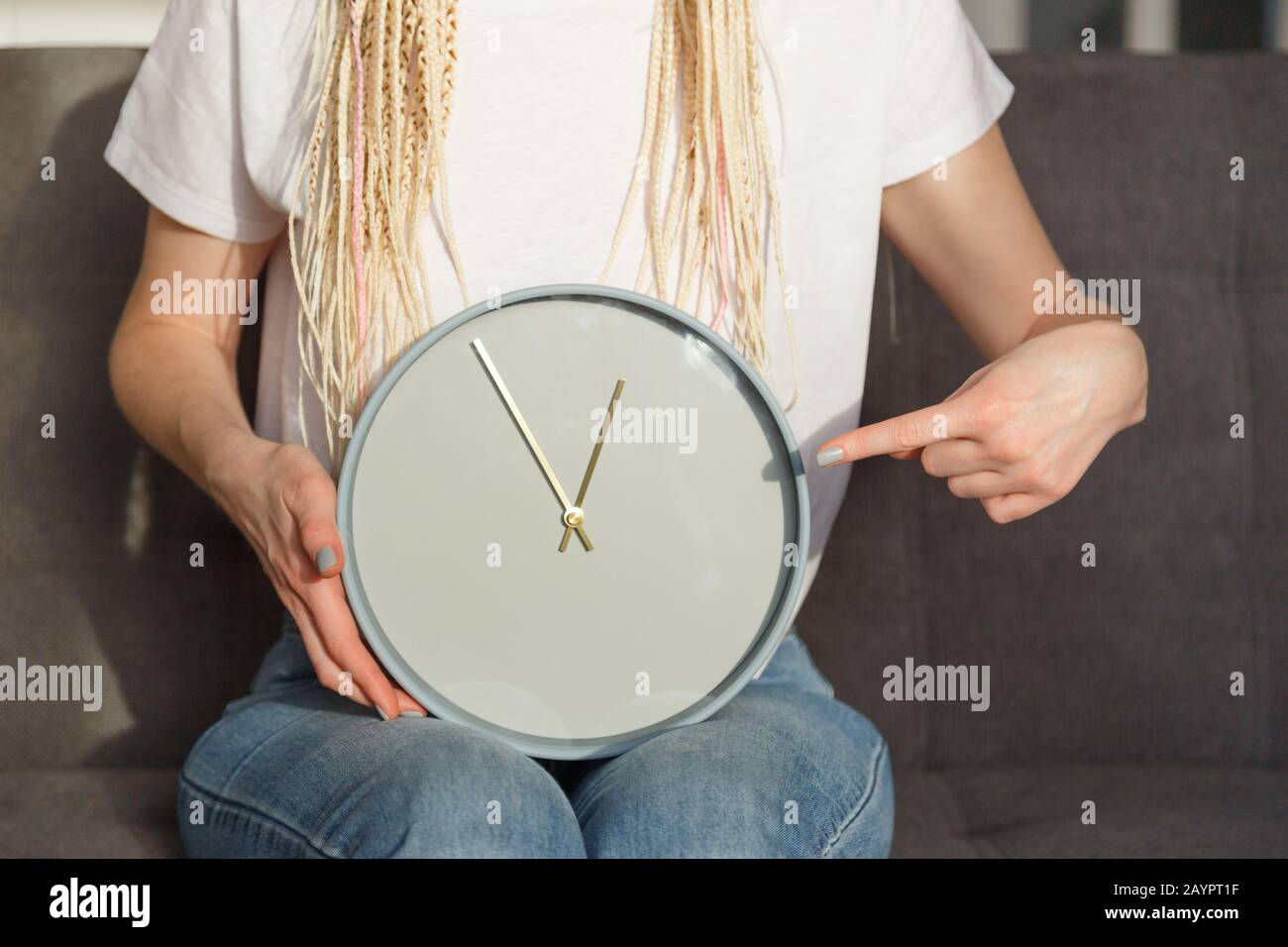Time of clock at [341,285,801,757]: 12:54
